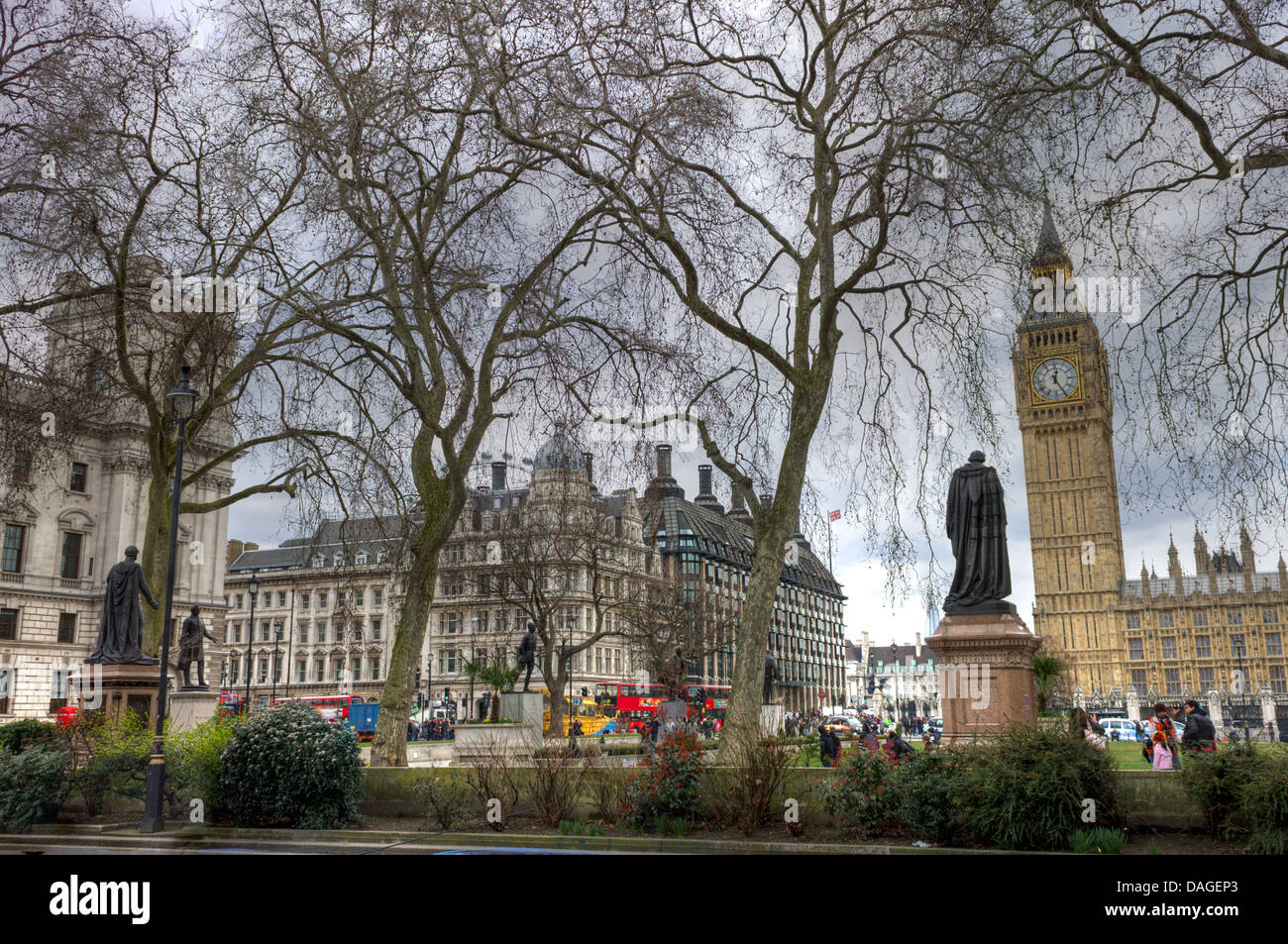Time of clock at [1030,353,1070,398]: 12:24
